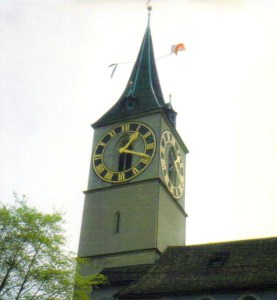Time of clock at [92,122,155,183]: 1:18
